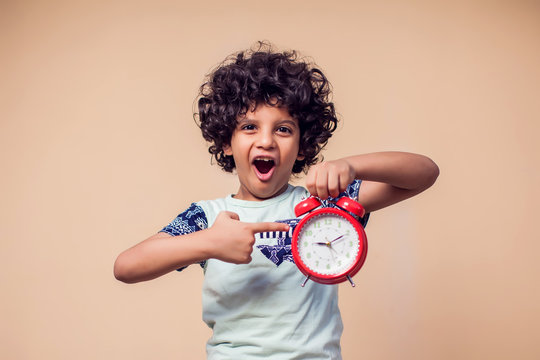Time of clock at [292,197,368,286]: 9:10
